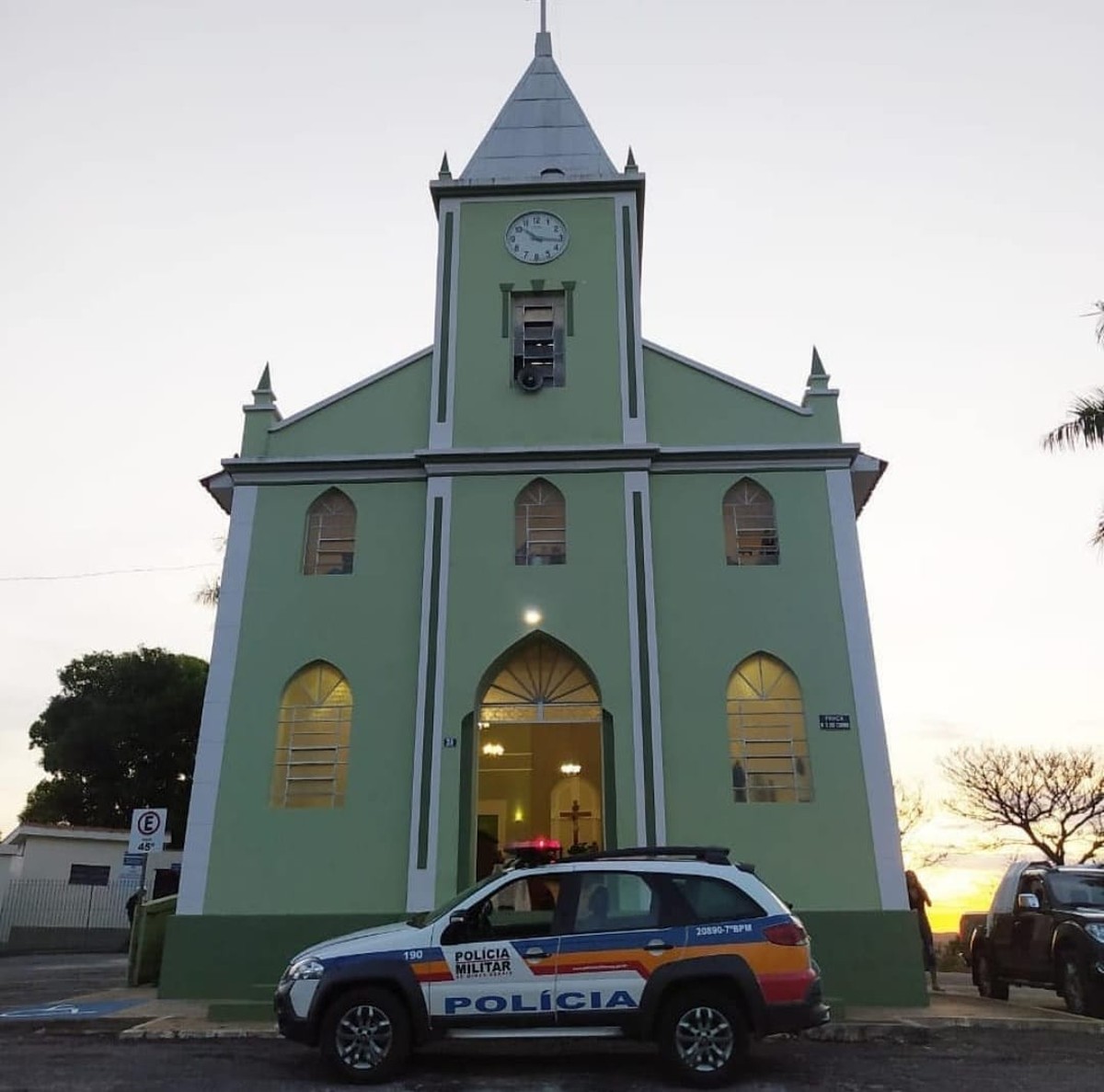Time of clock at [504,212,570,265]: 10:16
